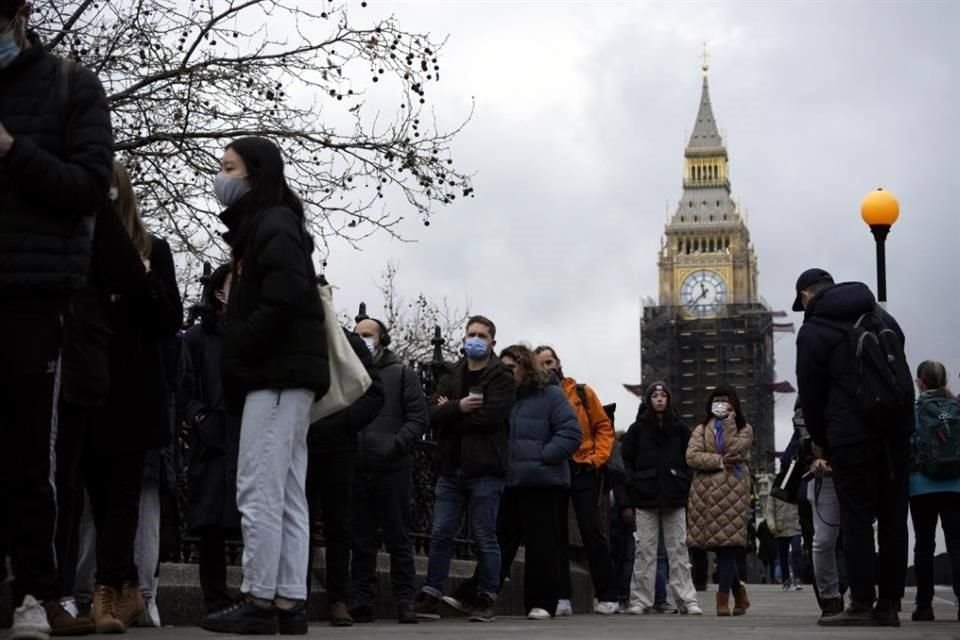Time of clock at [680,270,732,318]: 11:37
